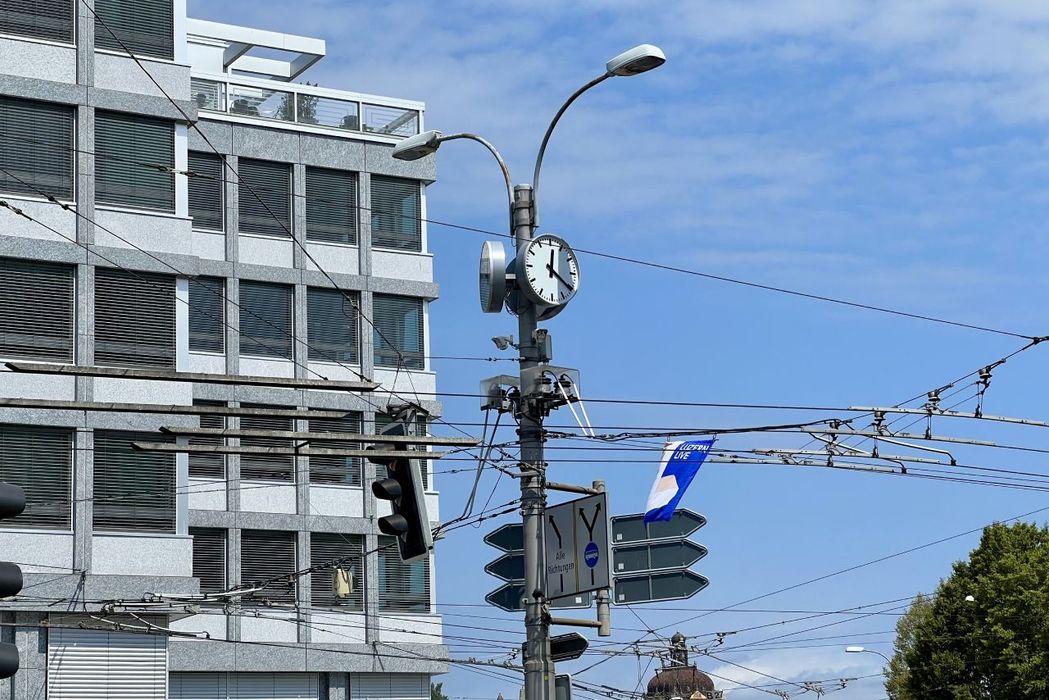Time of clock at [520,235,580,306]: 12:20
